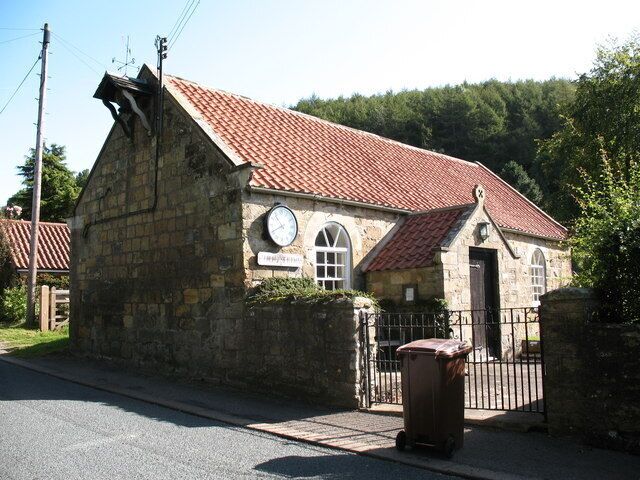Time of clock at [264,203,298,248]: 10:40
